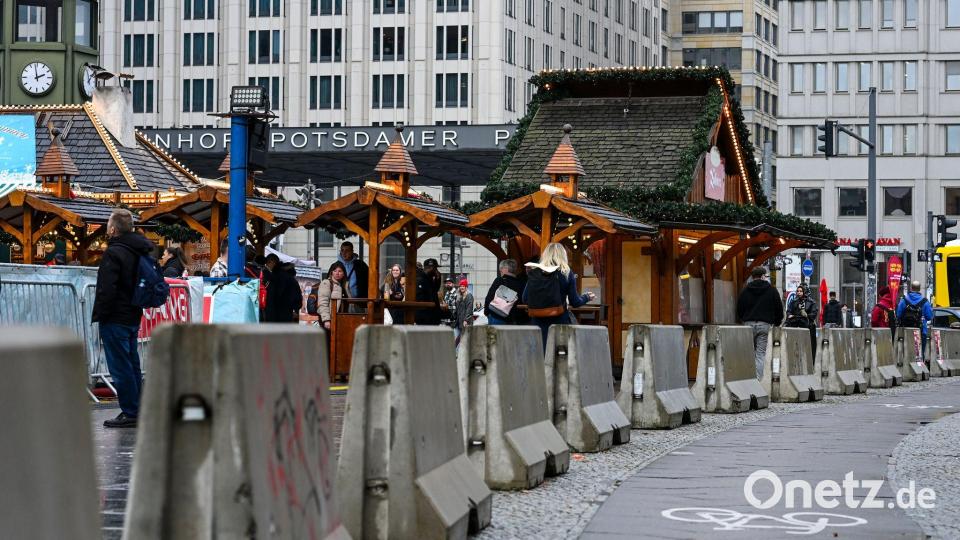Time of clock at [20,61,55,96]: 1:58
